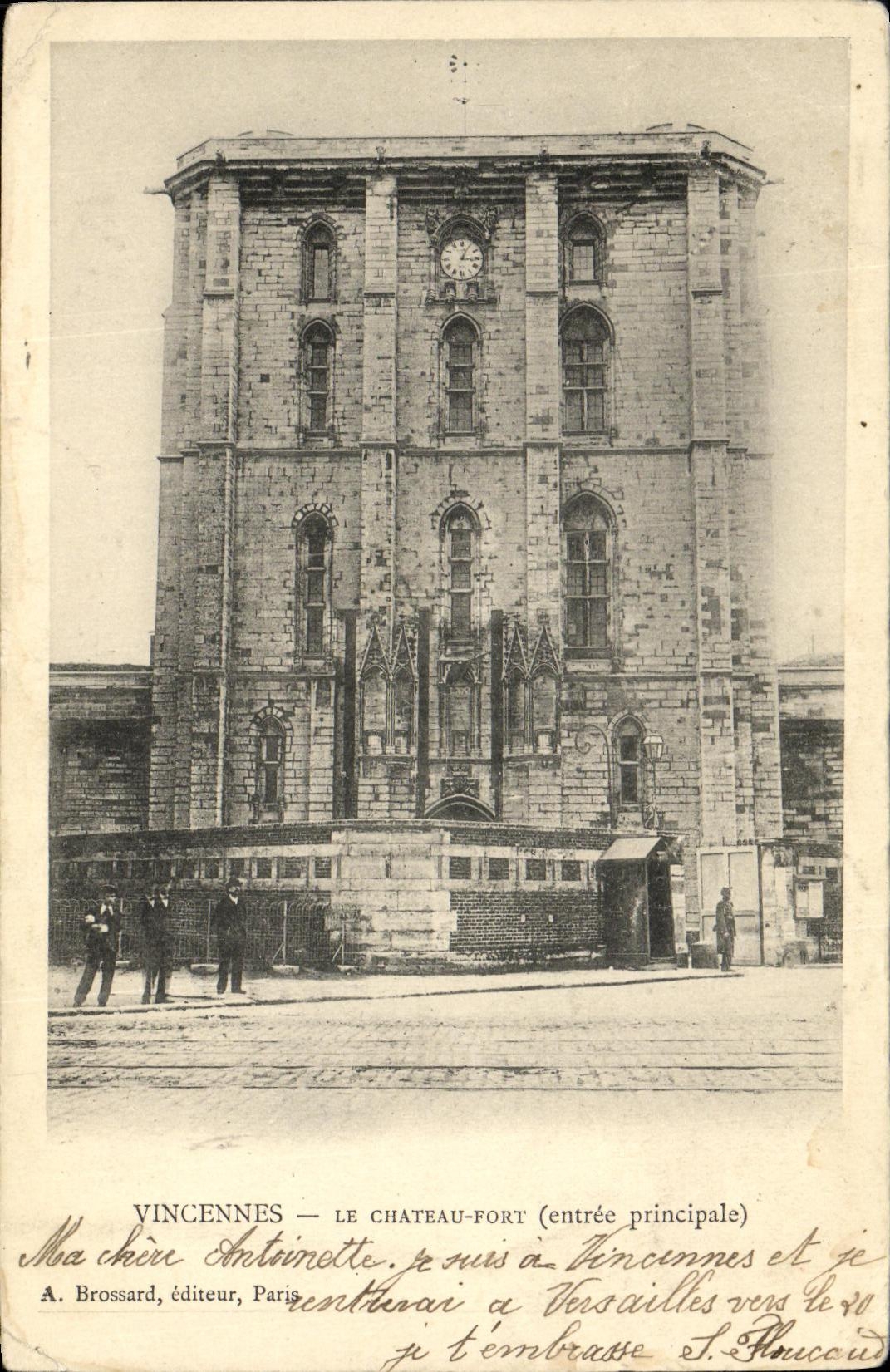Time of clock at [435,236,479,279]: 3:04
